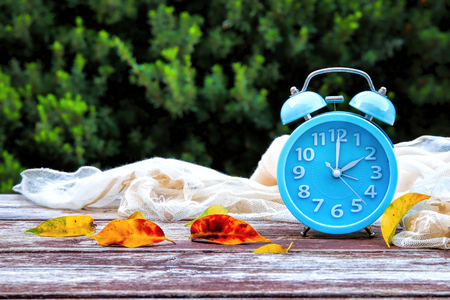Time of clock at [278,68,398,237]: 2:00
